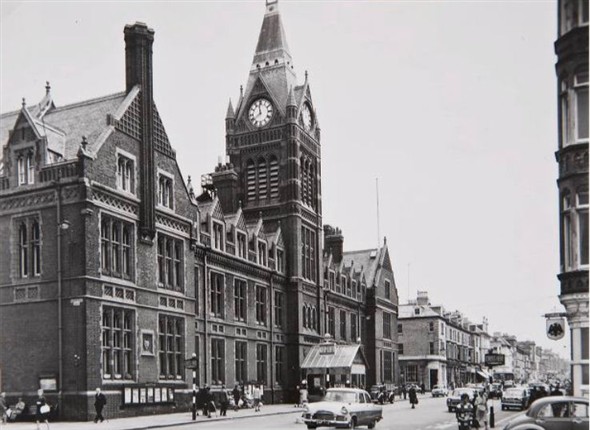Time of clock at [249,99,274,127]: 7:58
